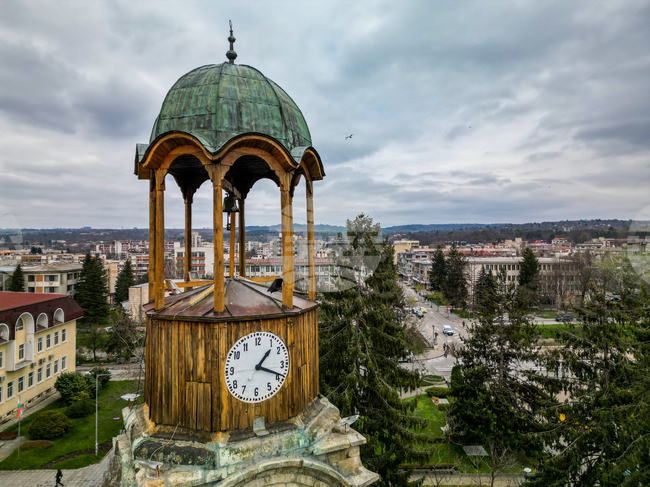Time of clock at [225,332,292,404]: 1:18
